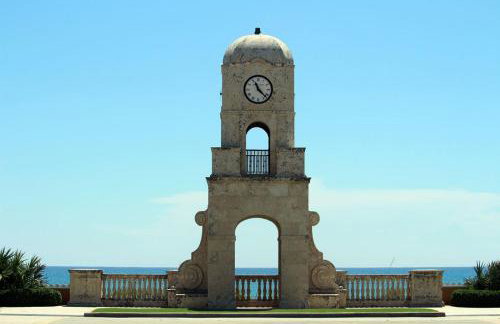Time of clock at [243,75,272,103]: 11:22
